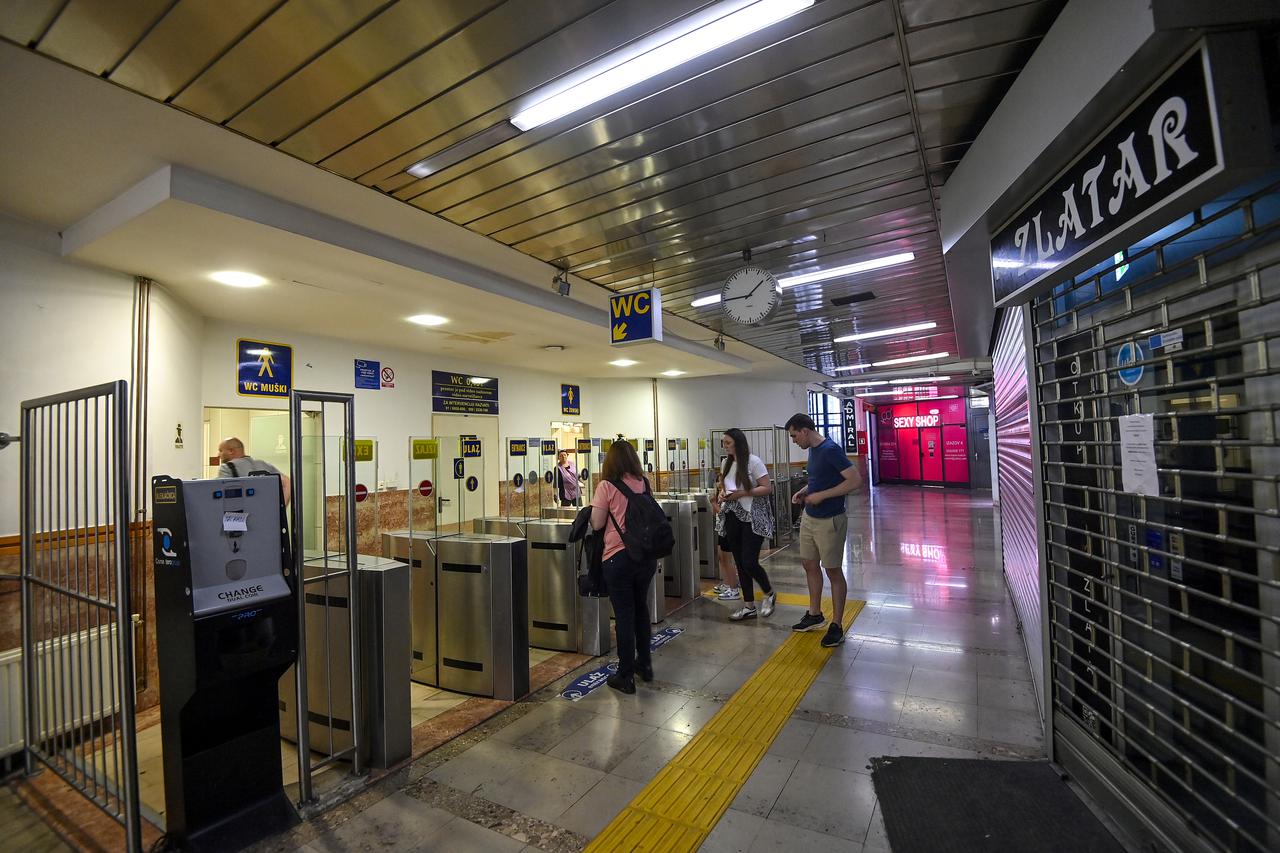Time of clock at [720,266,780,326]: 1:45
